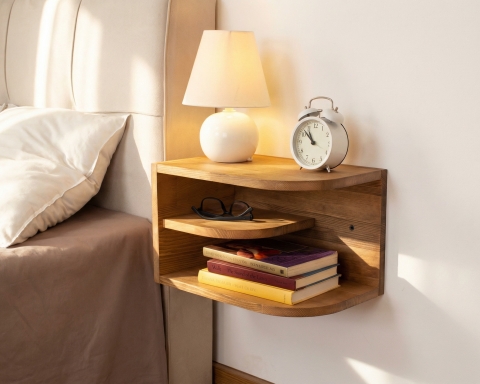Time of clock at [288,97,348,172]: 10:51
